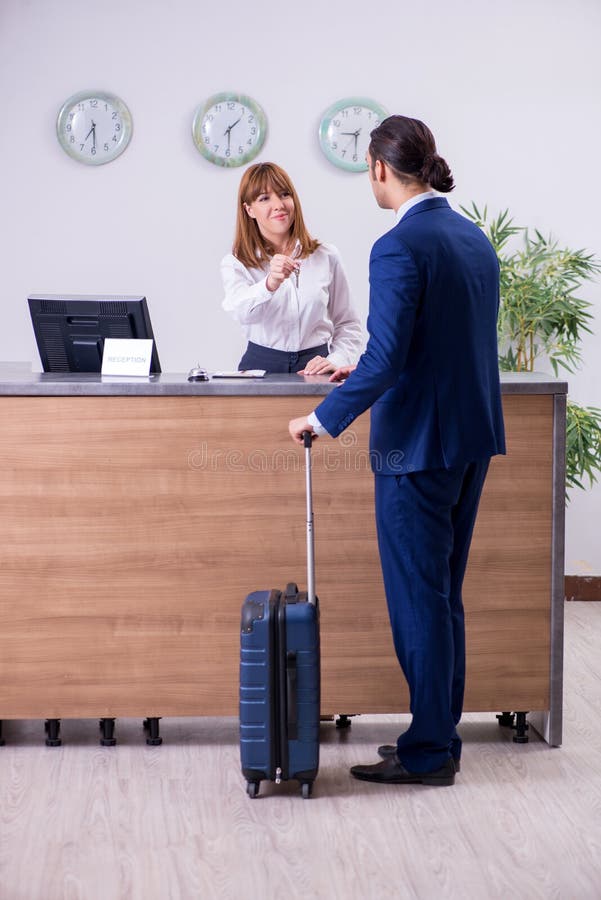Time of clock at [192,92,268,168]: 1:29
